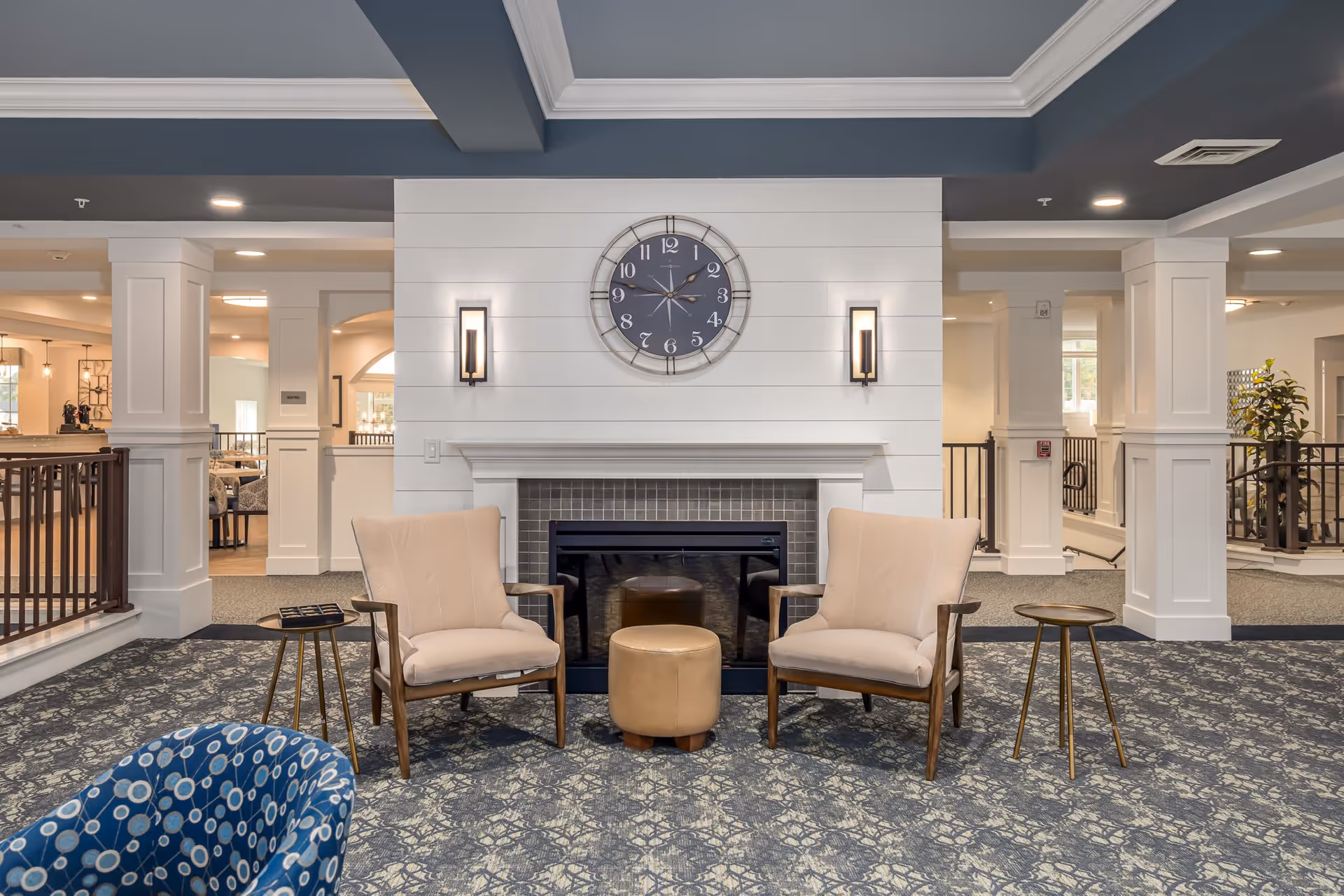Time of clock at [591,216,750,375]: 1:47
